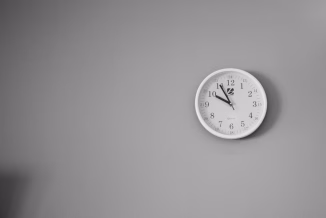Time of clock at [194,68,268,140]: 9:55
